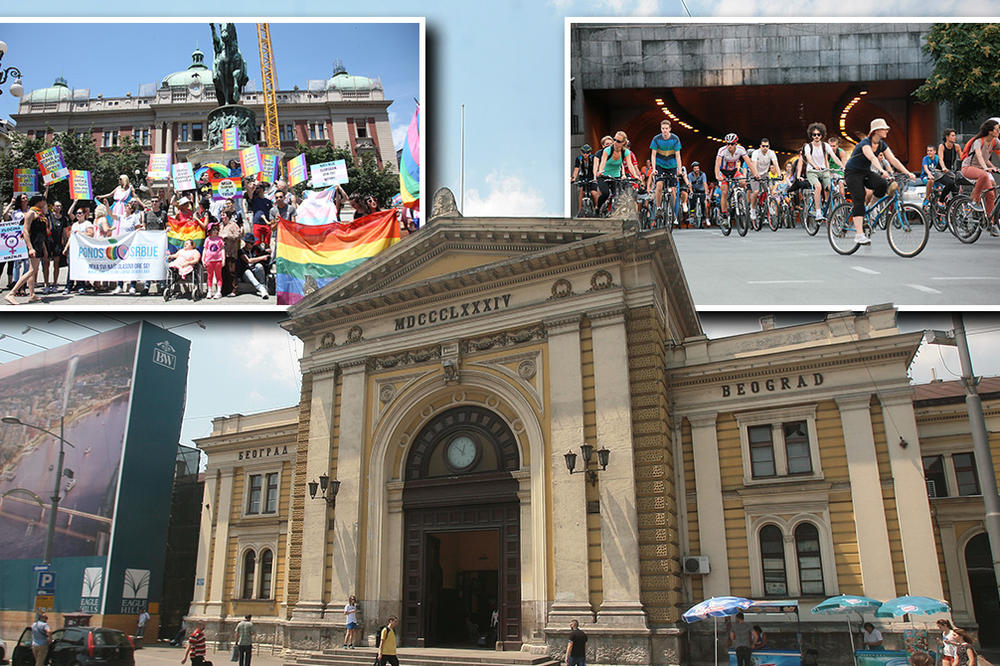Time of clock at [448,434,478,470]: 12:52
